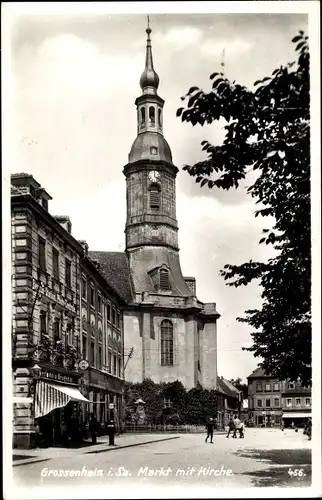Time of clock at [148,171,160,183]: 4:01
